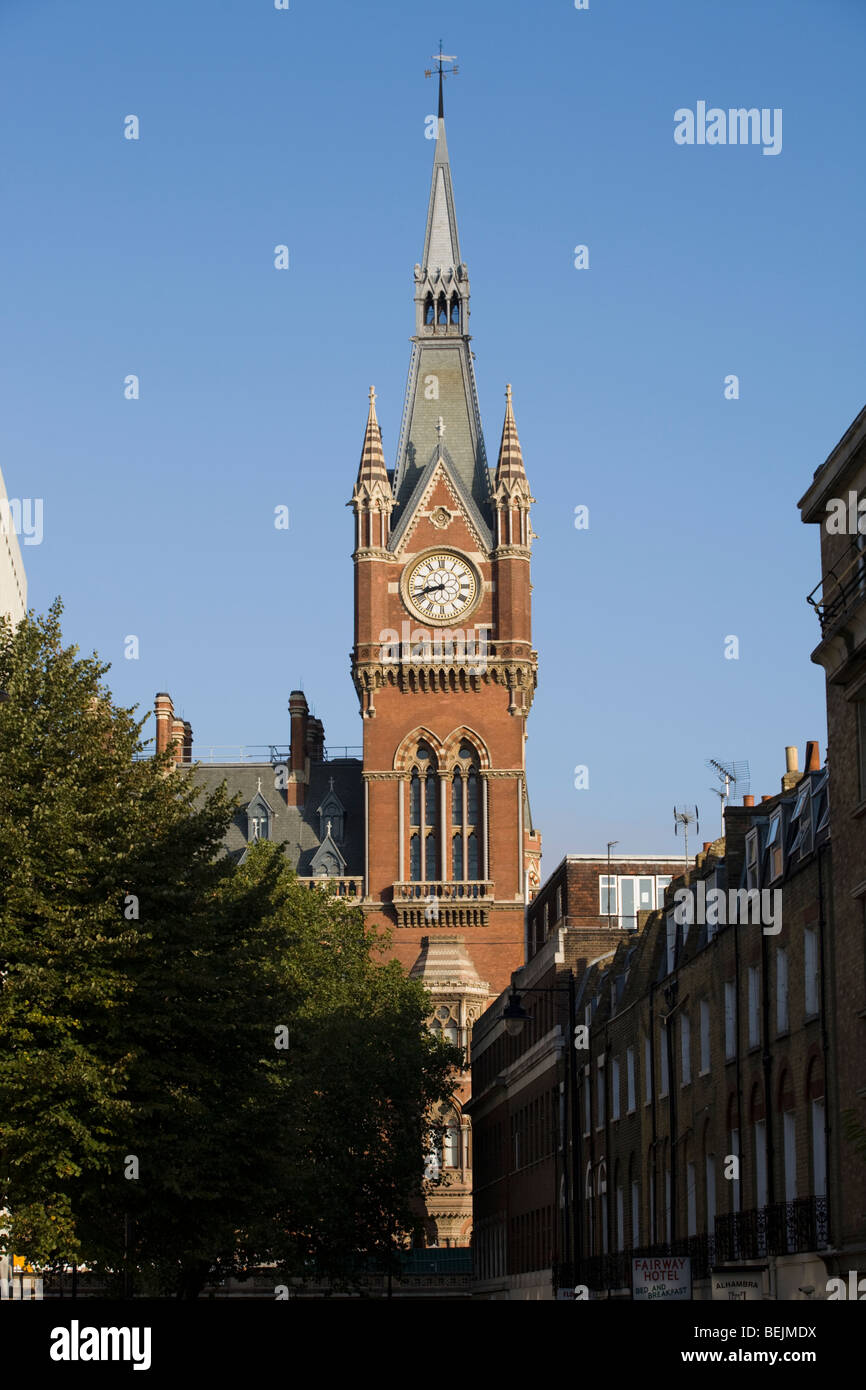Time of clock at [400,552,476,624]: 8:41
